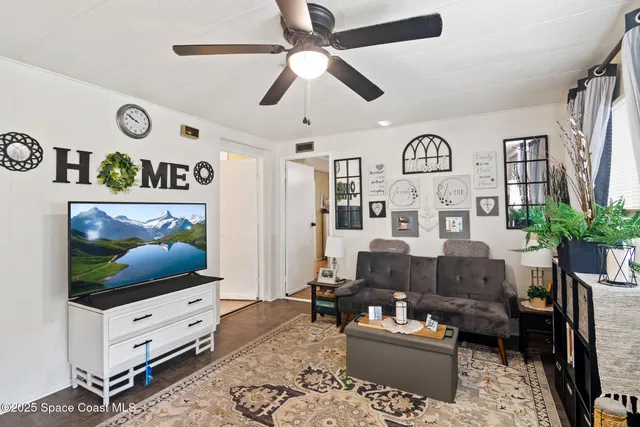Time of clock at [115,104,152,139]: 9:50
